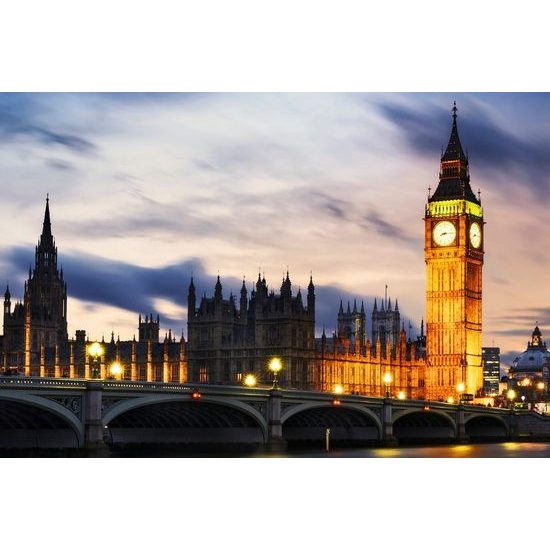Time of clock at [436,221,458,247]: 8:14
